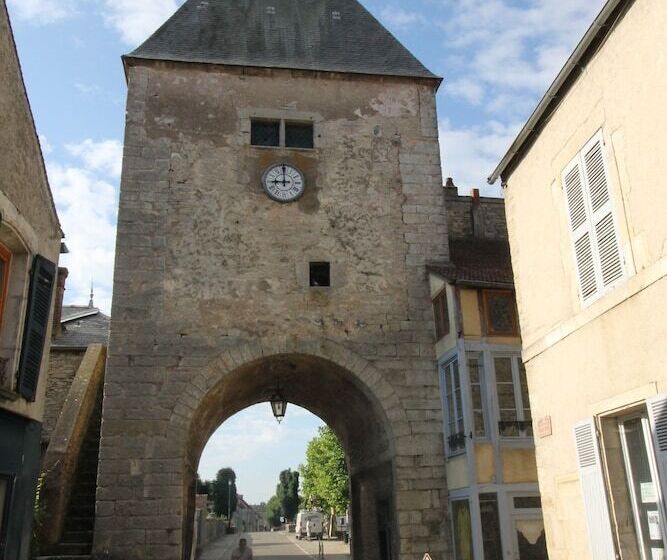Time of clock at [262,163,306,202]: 8:59
